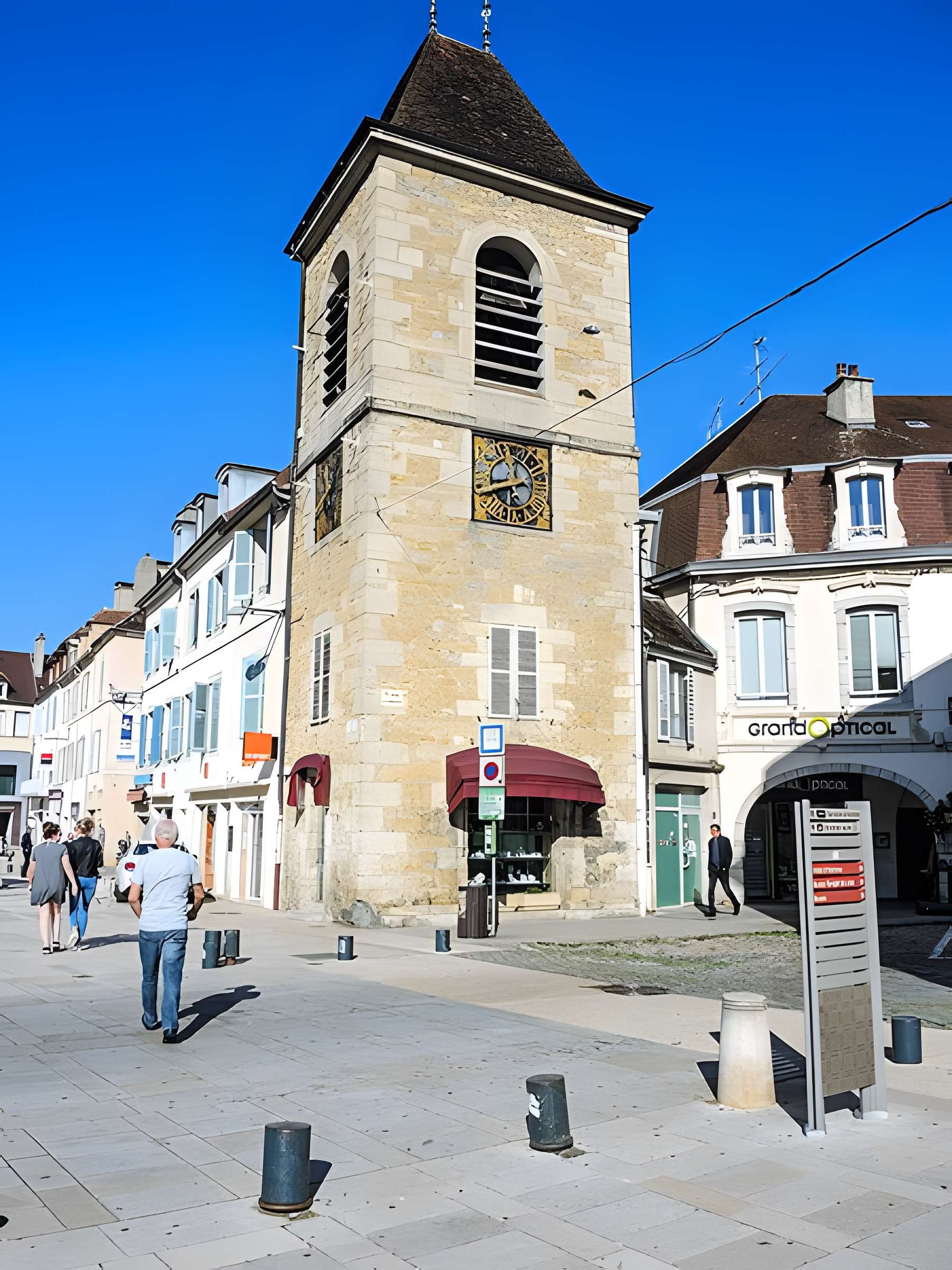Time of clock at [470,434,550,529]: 11:41
